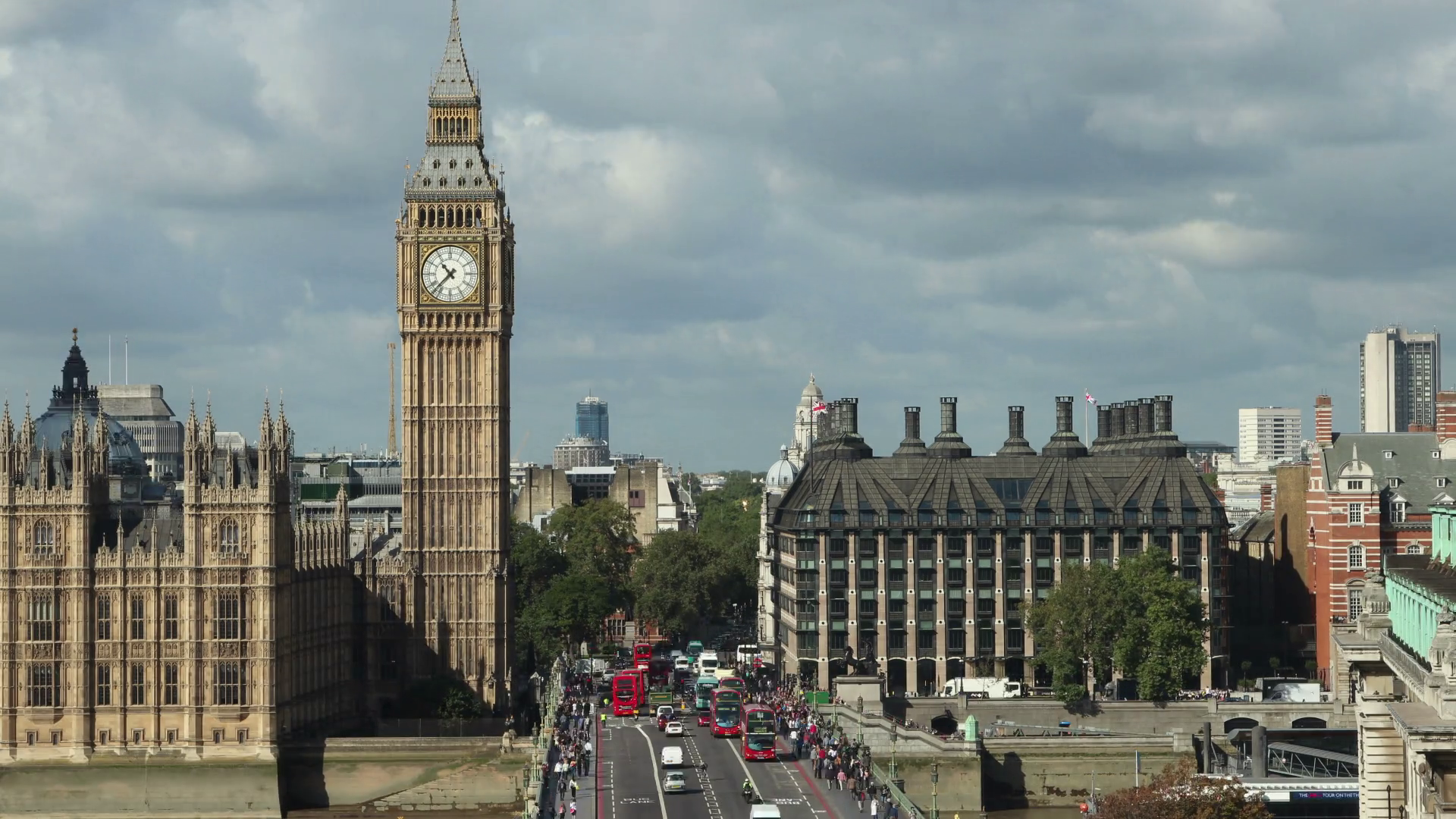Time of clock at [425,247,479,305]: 10:37
